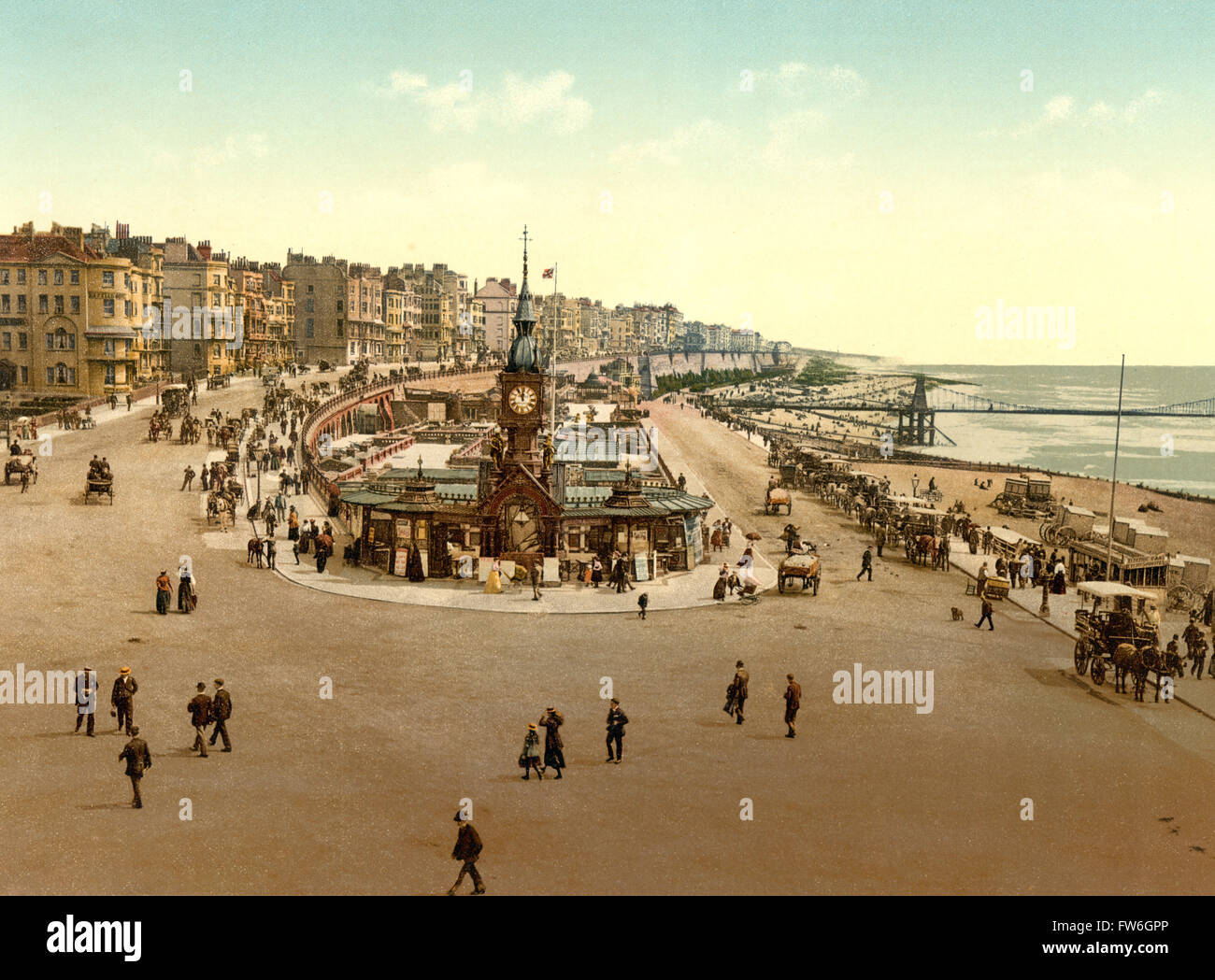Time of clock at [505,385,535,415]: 11:55
